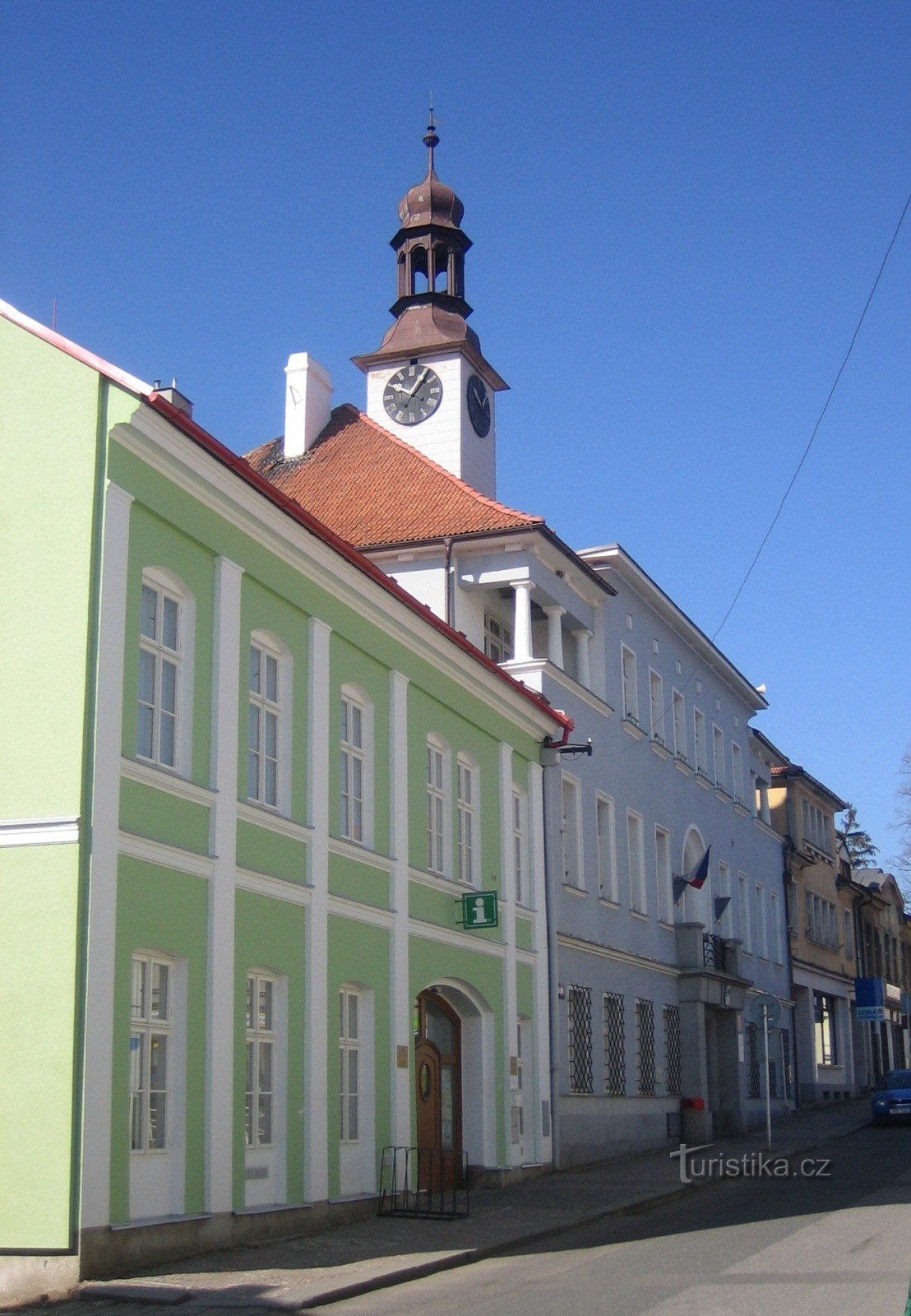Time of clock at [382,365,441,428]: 10:05
